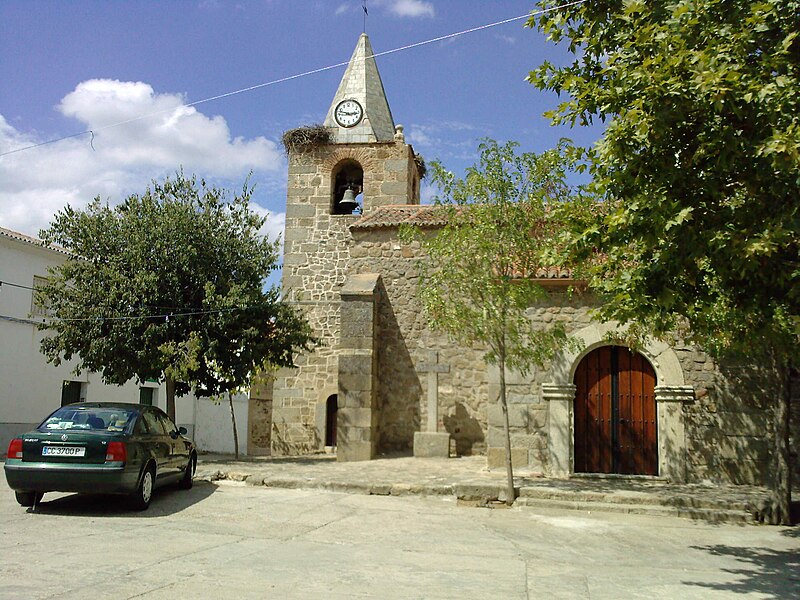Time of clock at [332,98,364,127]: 2:48
